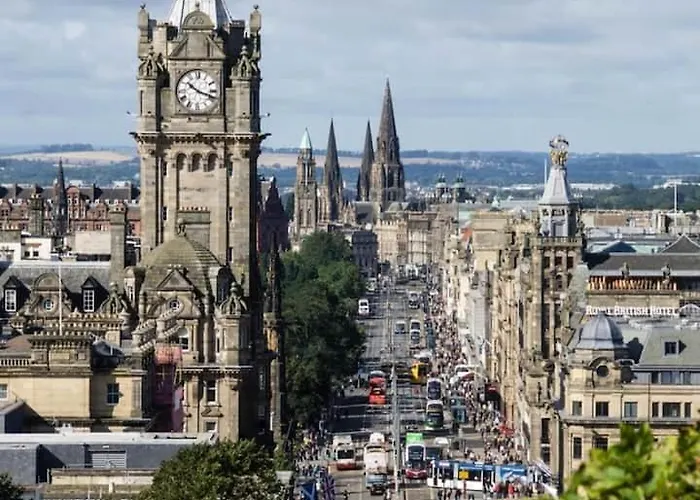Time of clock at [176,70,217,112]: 10:18
